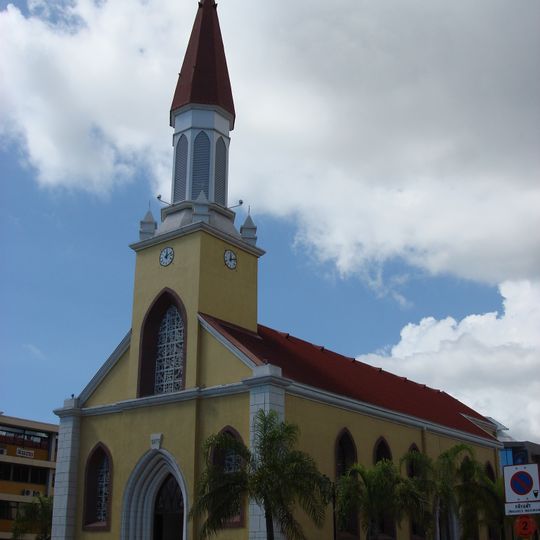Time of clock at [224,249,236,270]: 12:12
